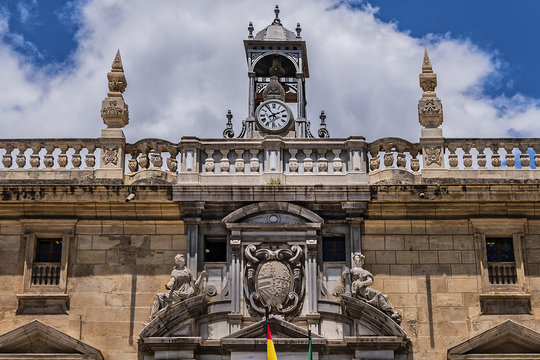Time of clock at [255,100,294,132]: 1:53
